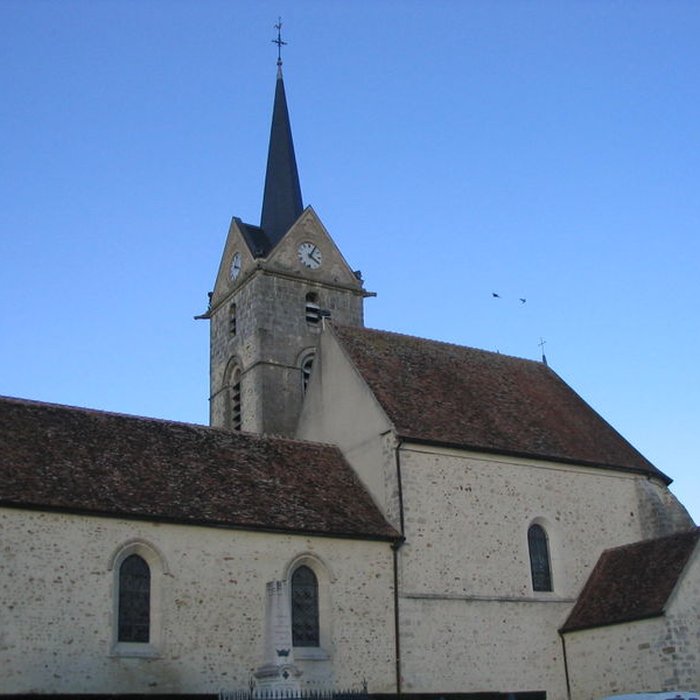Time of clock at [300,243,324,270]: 4:04
